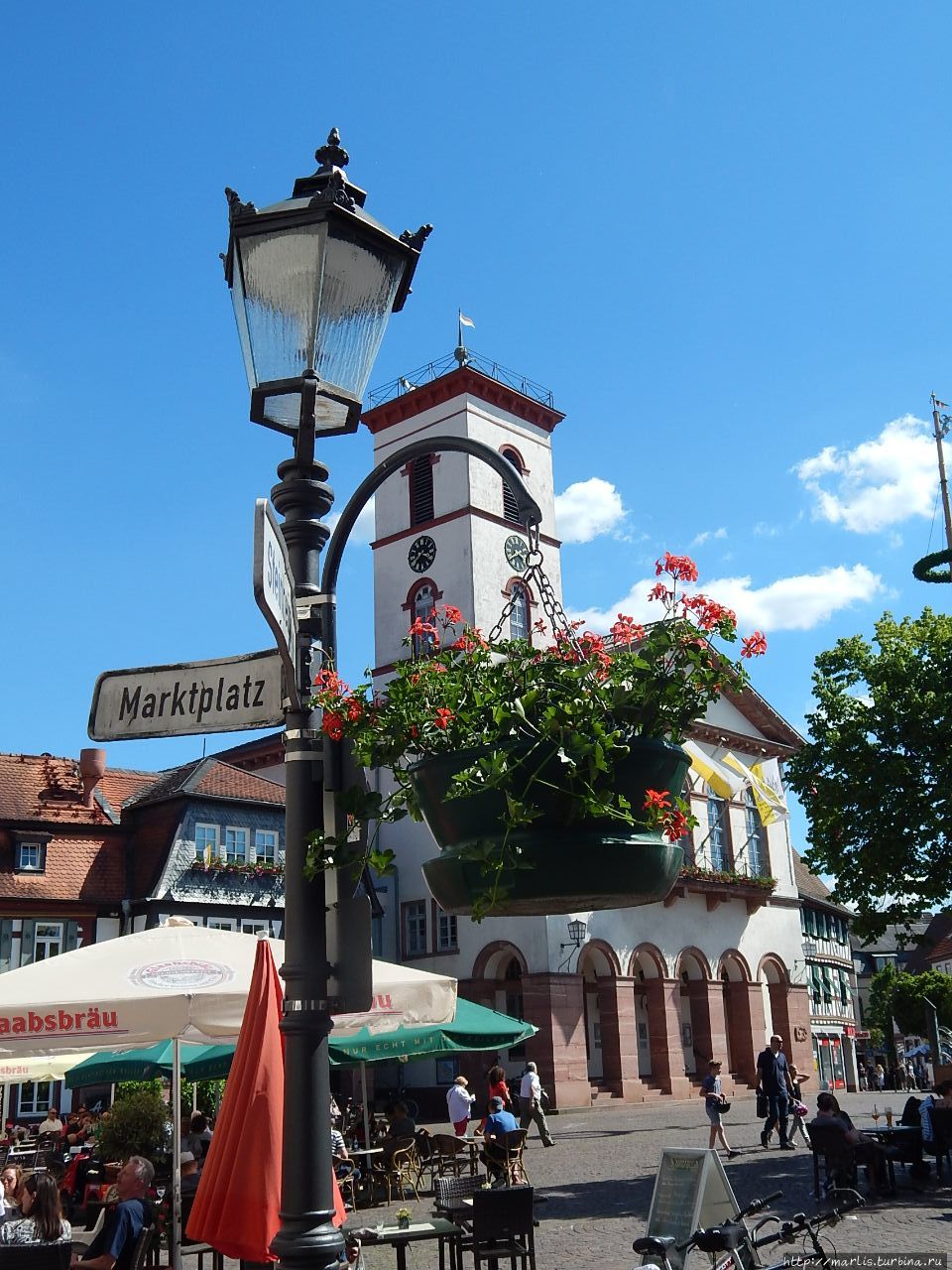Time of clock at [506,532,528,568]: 3:40
